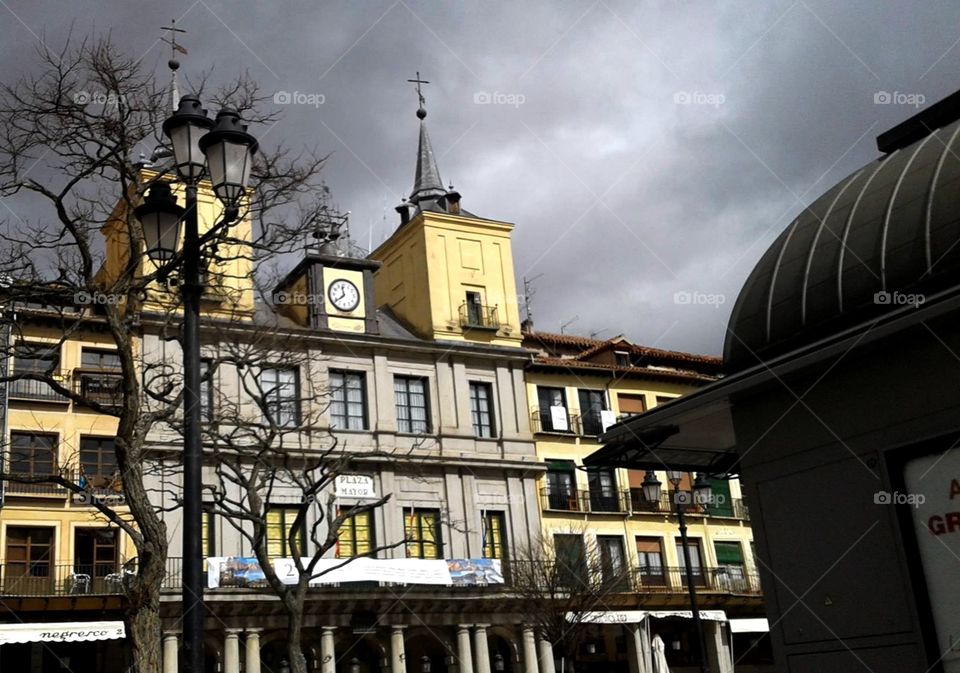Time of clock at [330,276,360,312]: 11:38
